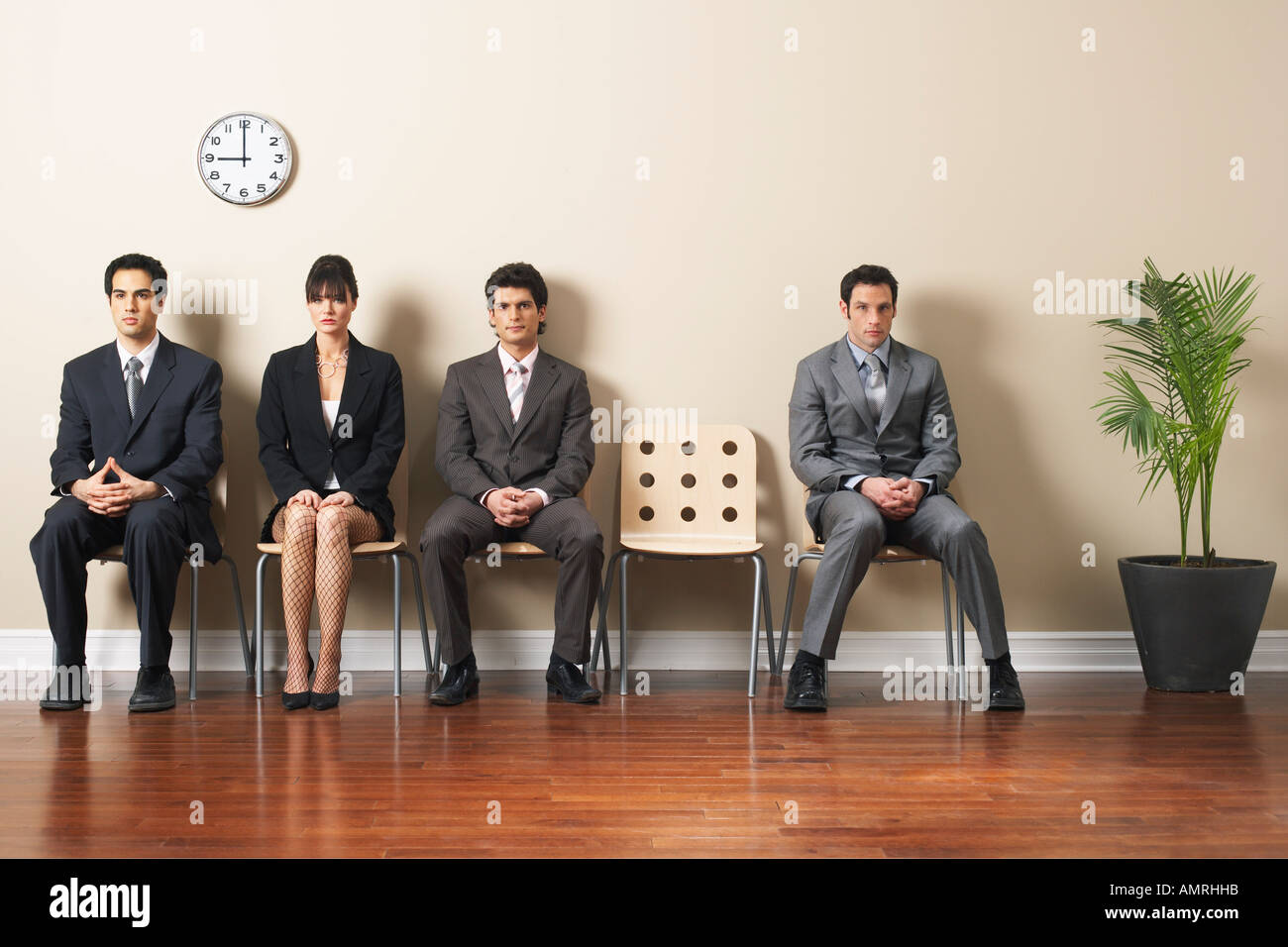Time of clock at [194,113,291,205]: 8:59
